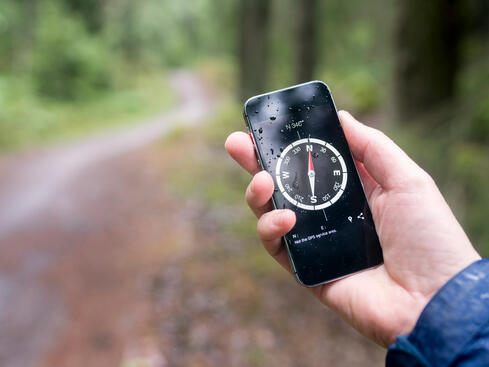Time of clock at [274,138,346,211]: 6:00
